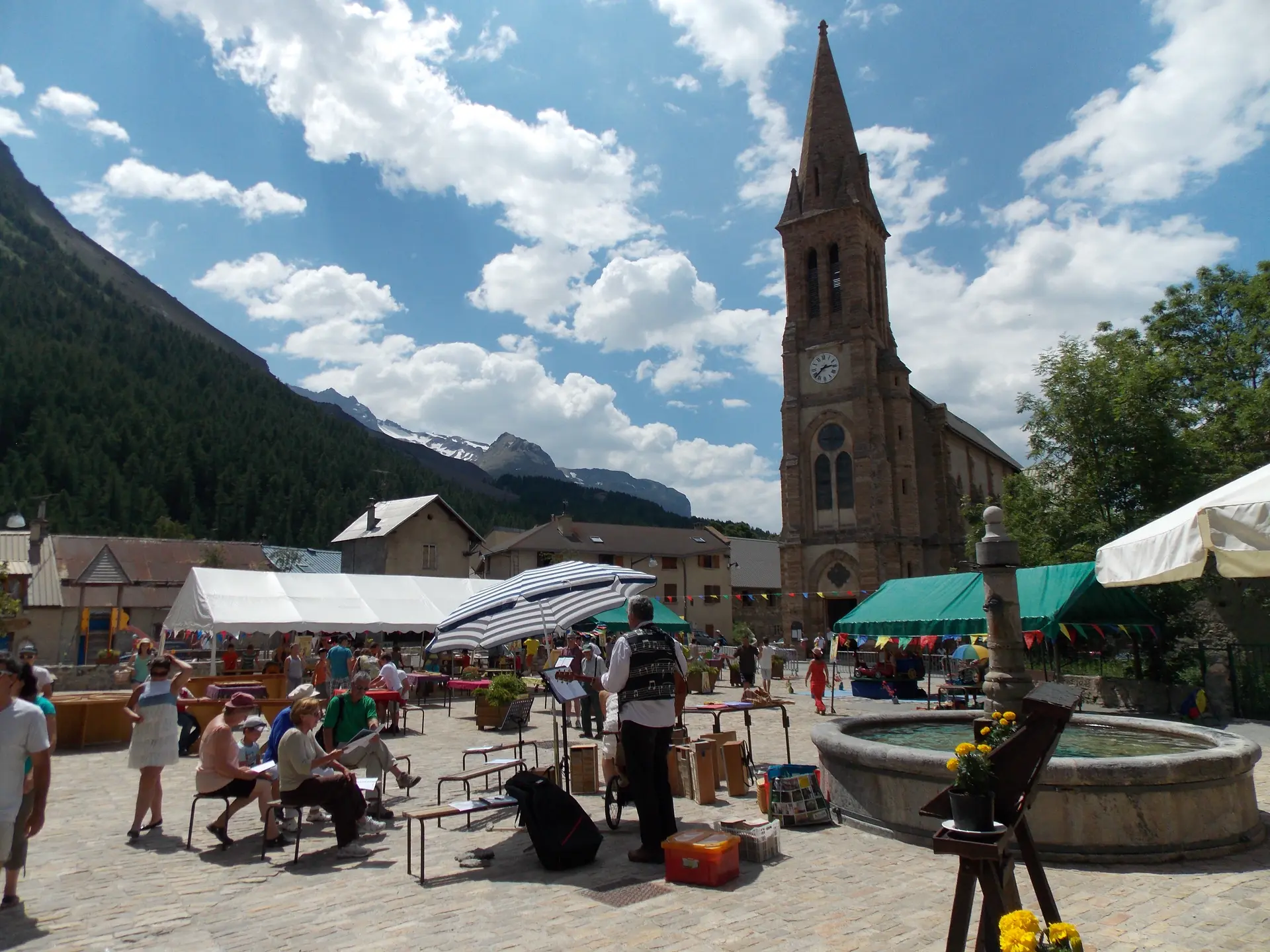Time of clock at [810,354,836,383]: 2:38
